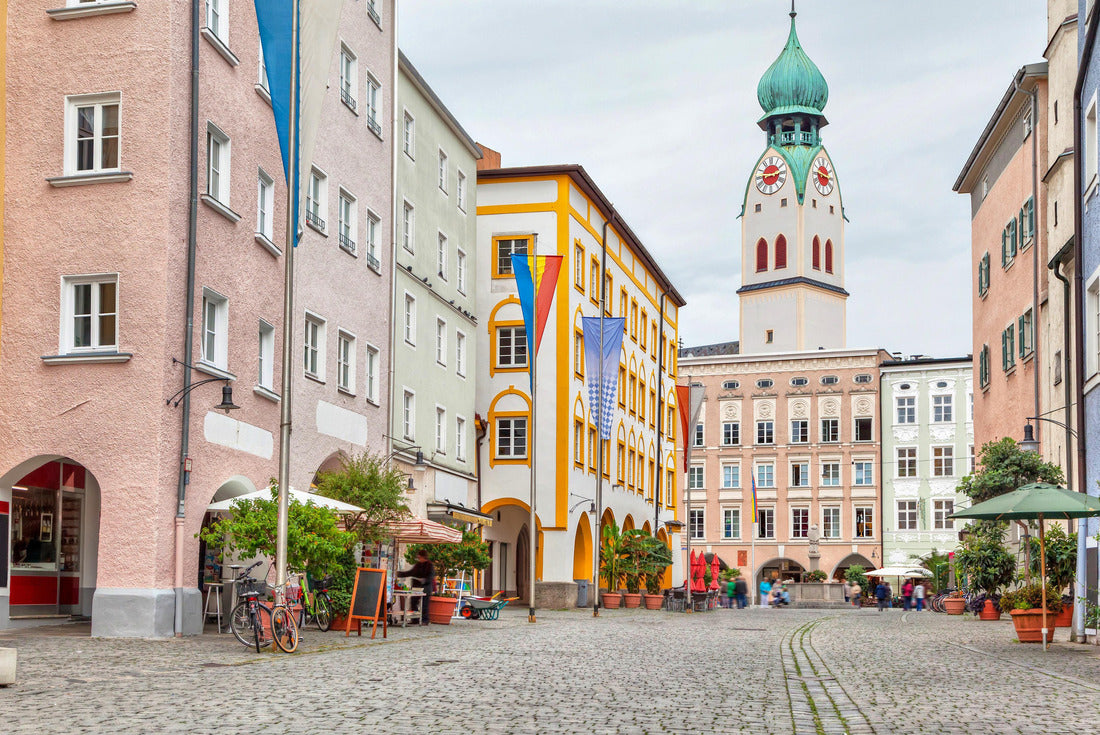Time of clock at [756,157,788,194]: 2:46
